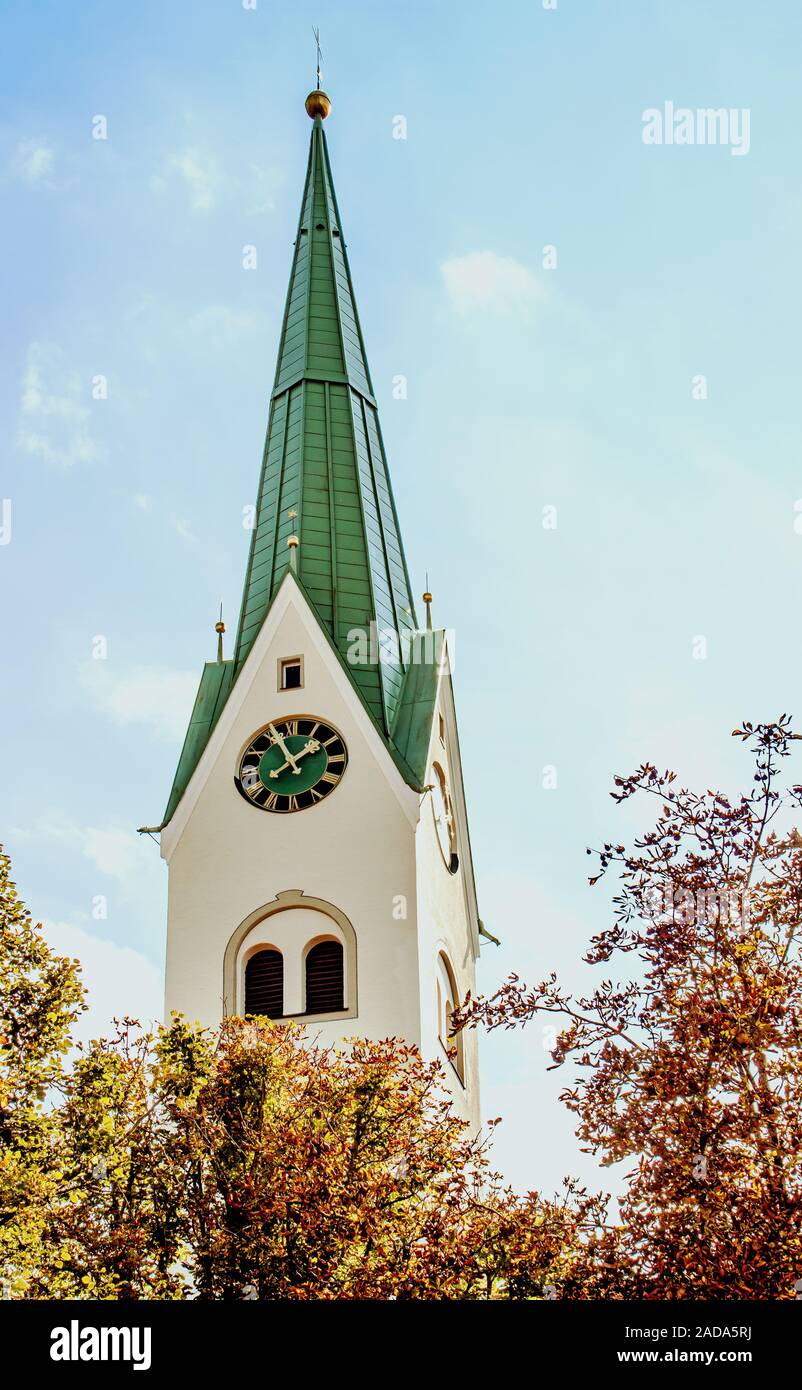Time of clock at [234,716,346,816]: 1:55
